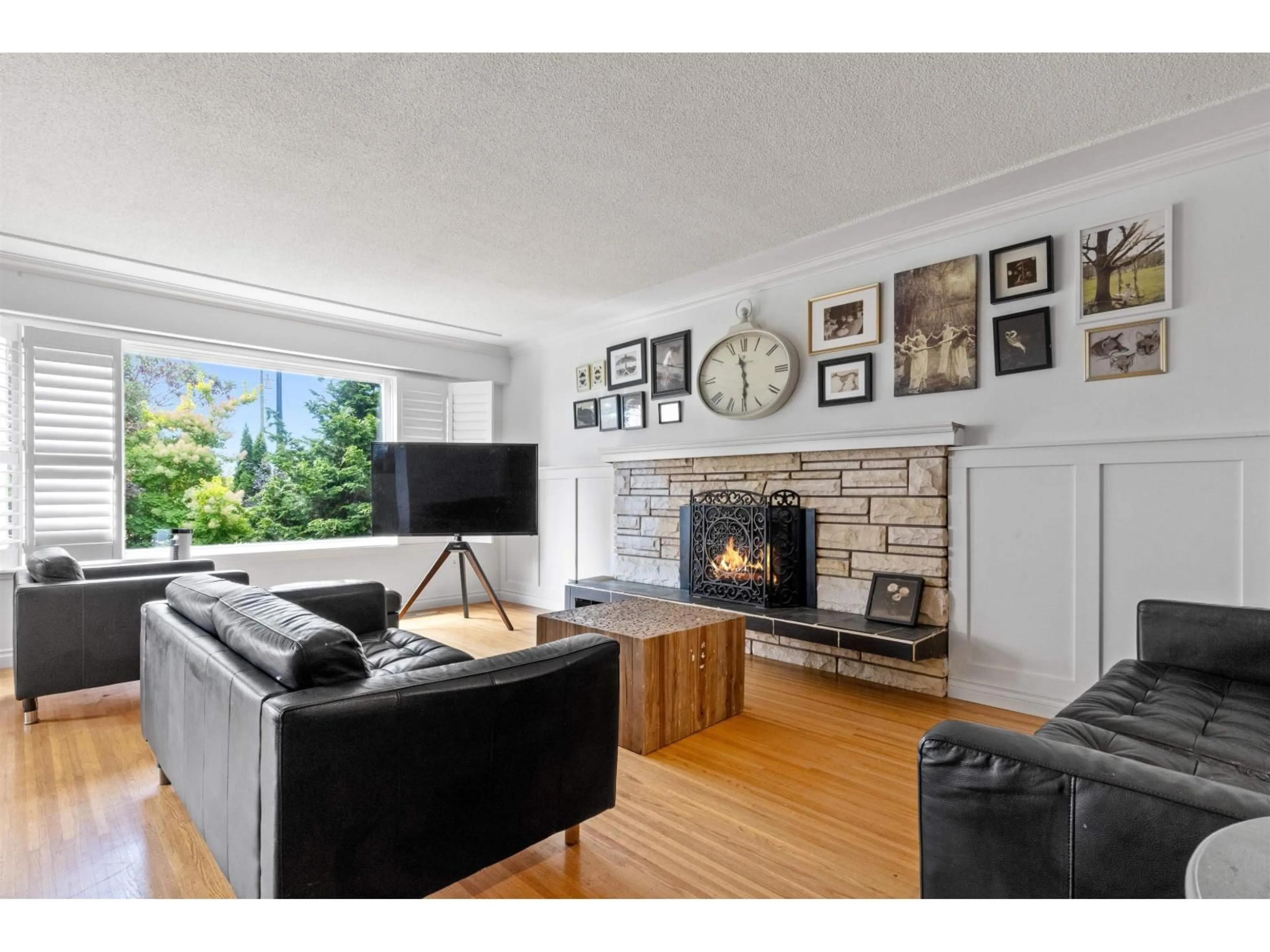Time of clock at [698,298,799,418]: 11:29
